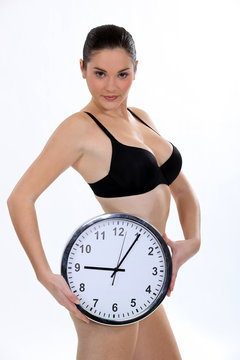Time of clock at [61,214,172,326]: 9:05
